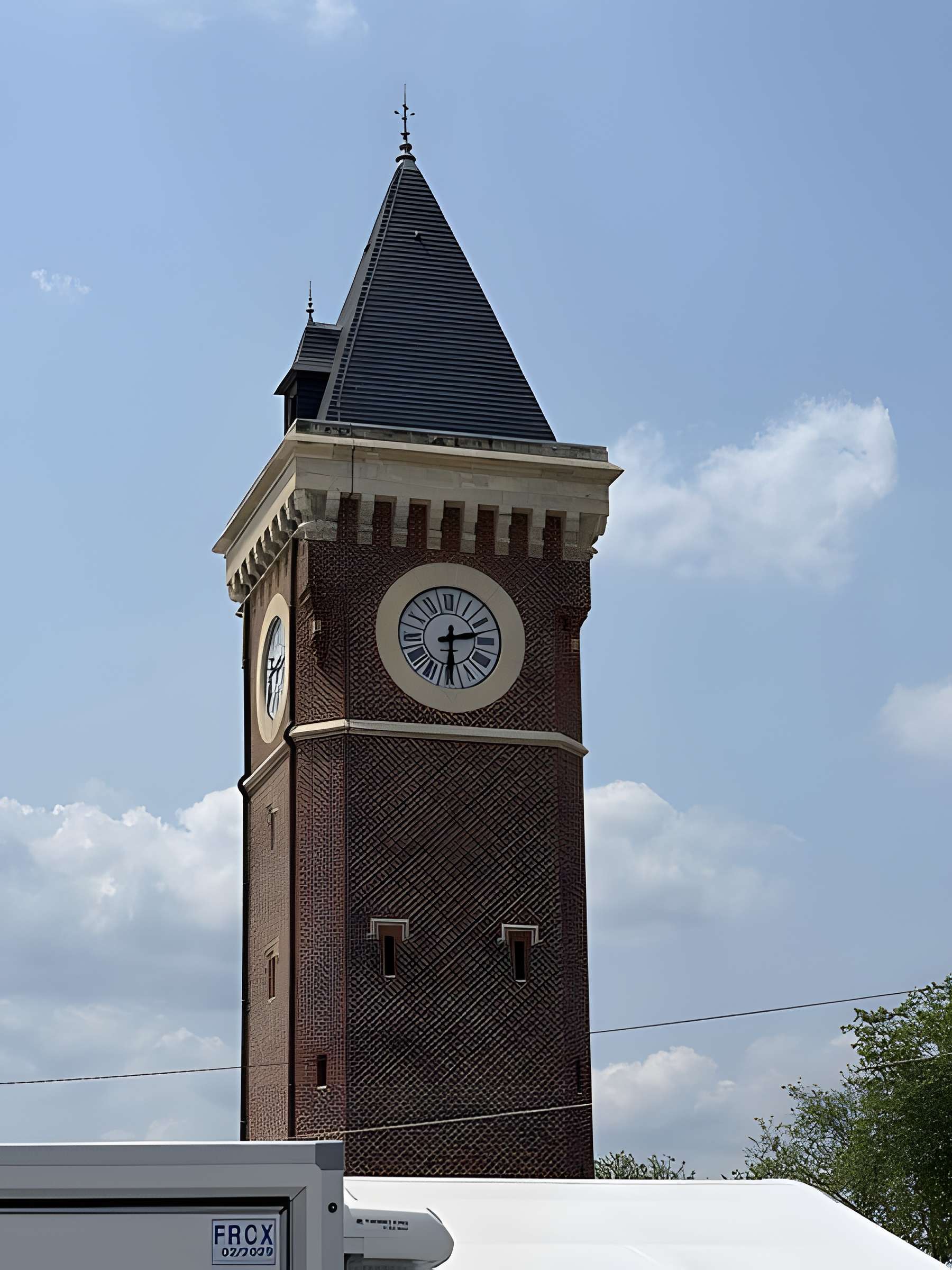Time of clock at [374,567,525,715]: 2:29
